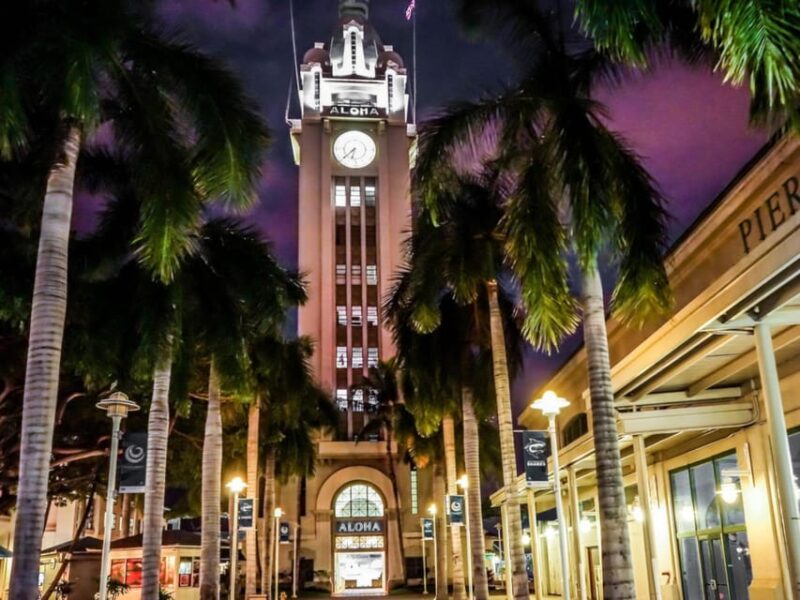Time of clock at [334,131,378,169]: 6:38
